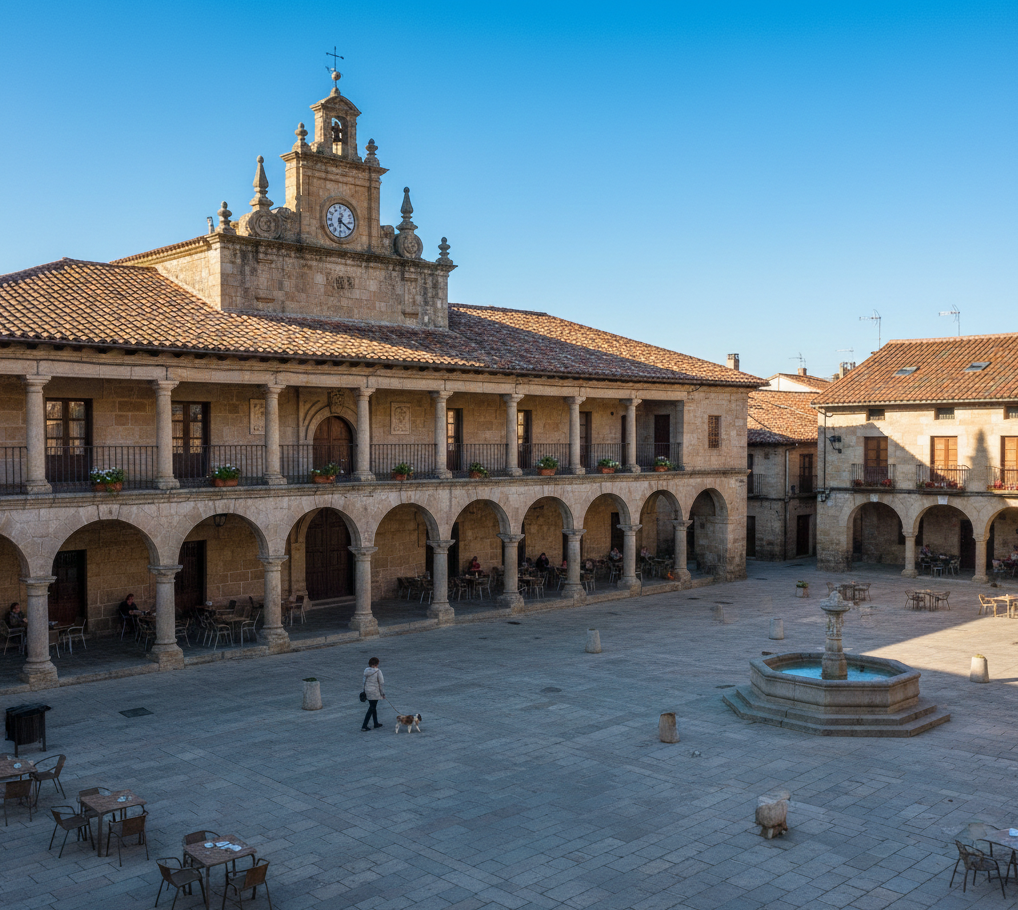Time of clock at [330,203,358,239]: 12:20
